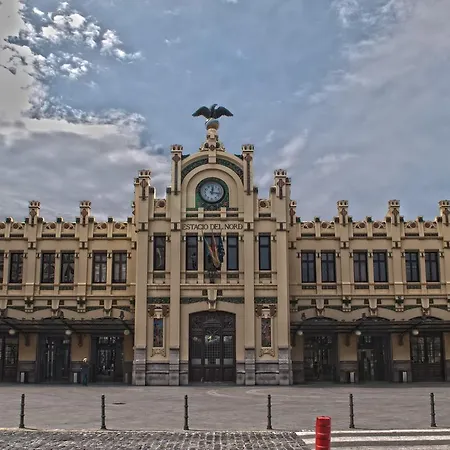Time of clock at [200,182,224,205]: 12:16
